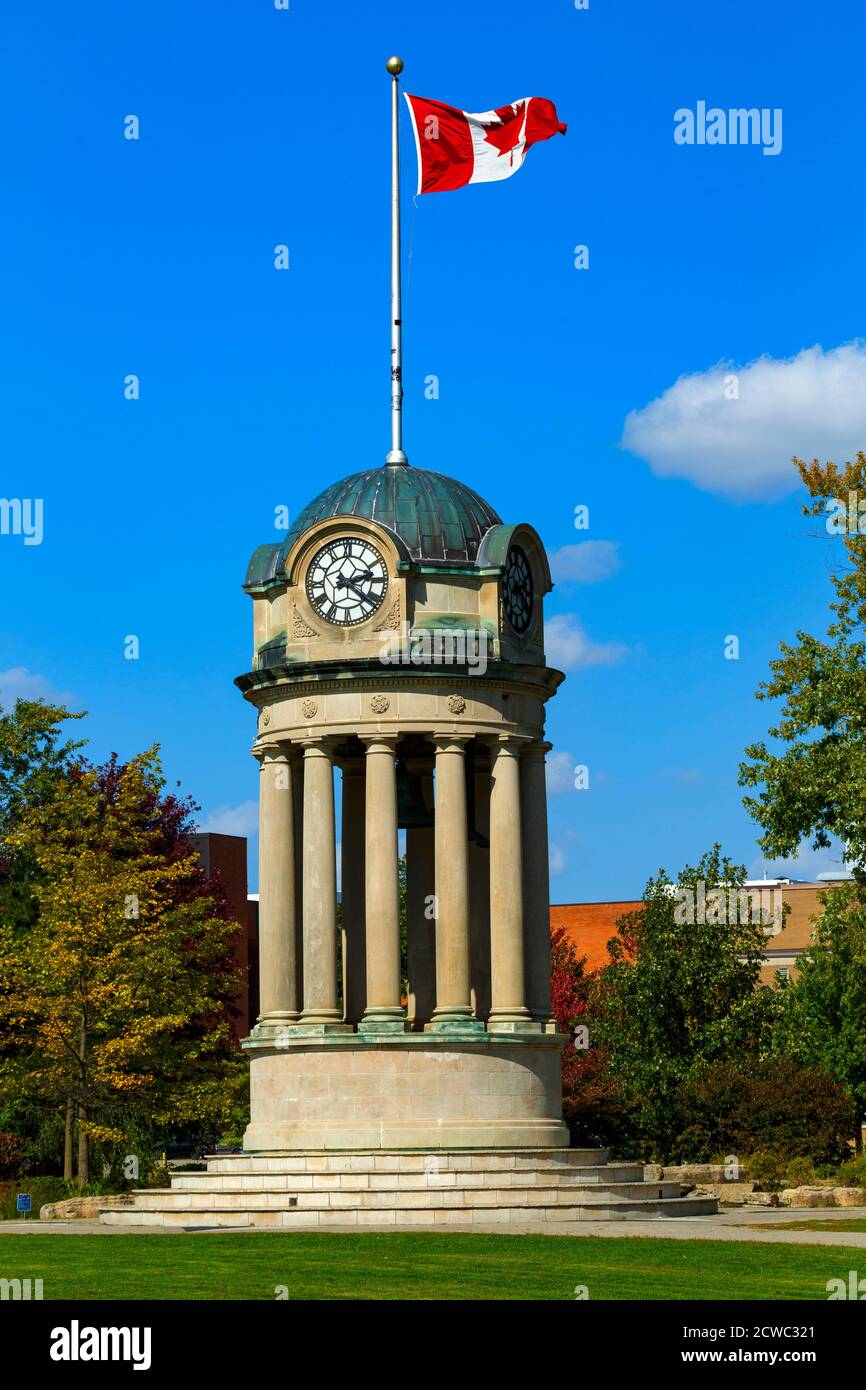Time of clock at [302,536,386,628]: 2:21
